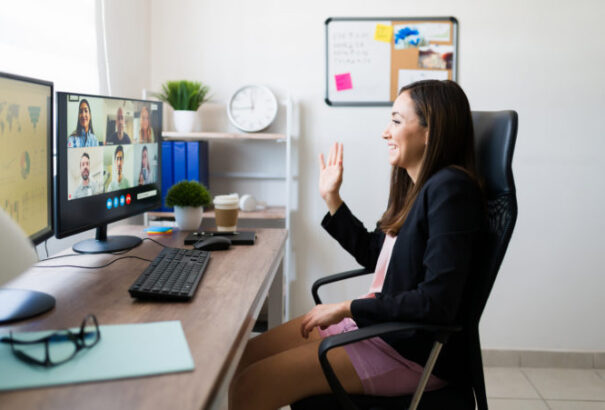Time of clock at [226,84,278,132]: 11:44
